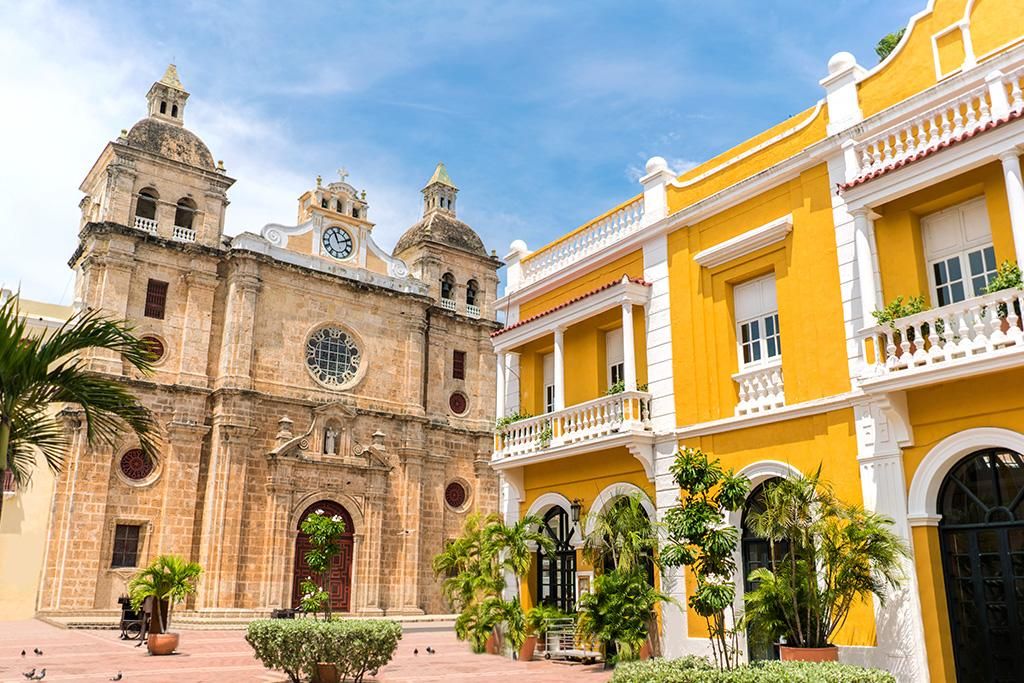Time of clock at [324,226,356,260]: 11:11
